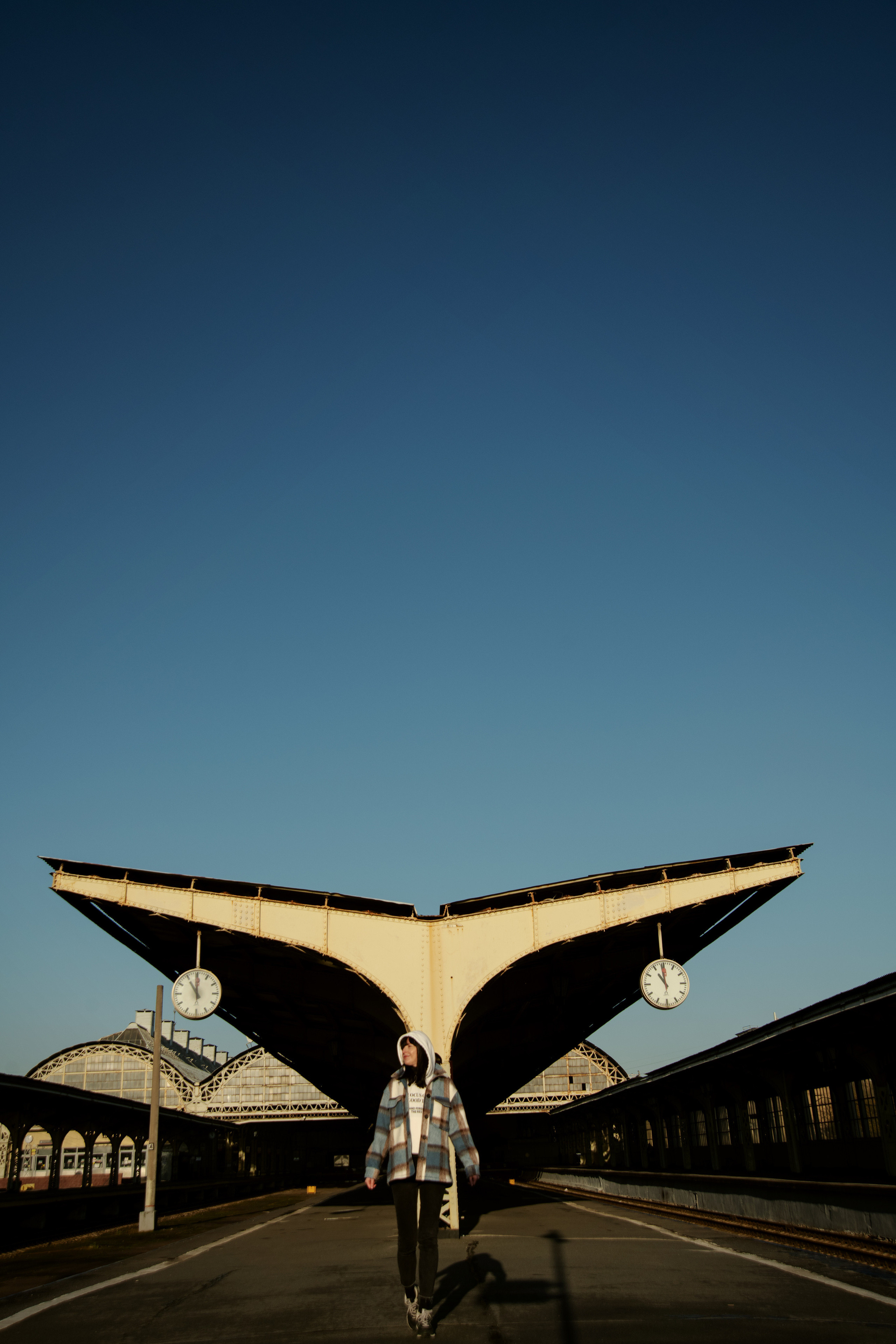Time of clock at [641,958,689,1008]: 10:58
